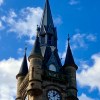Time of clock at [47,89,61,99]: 12:07
